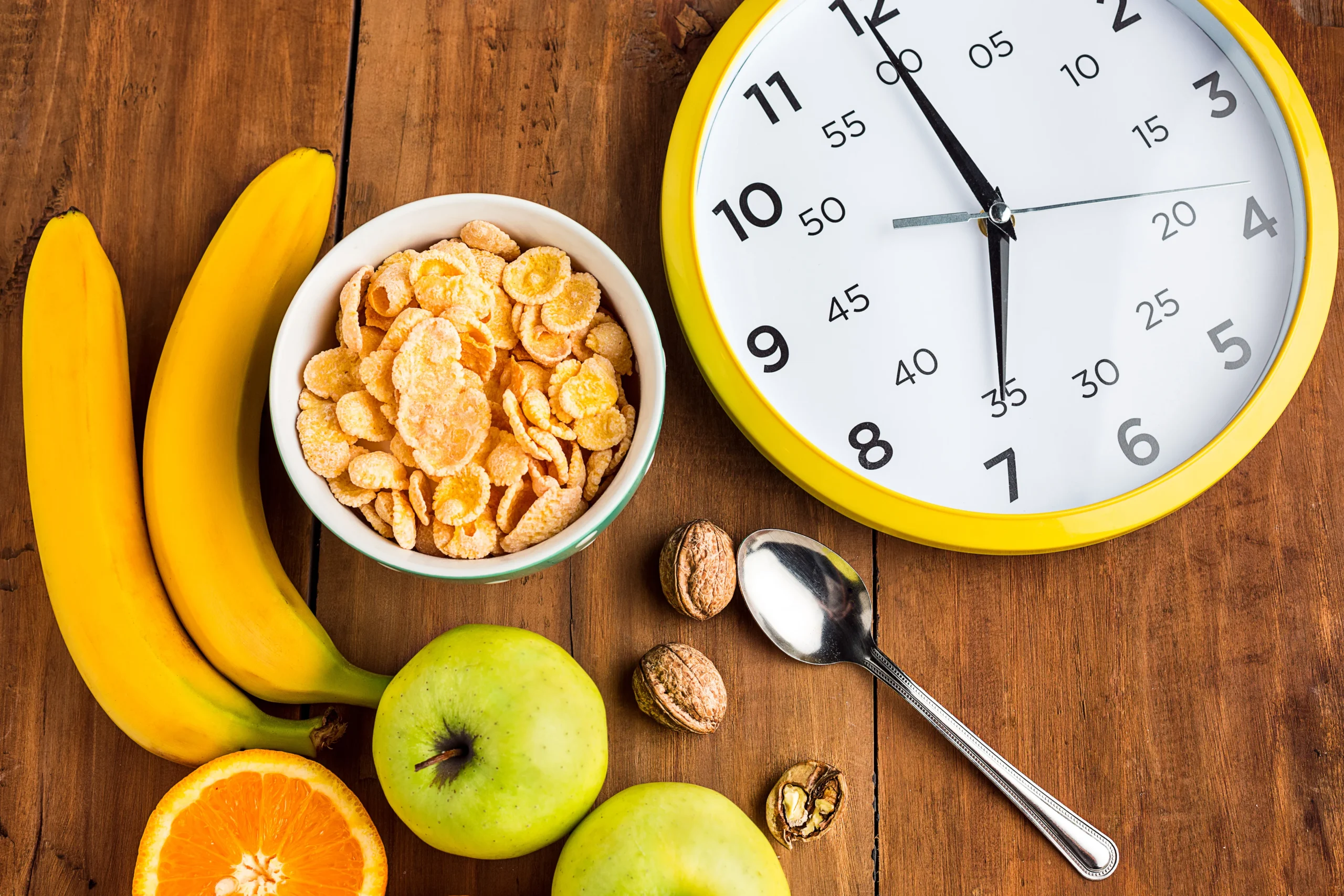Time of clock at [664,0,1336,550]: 5:55
